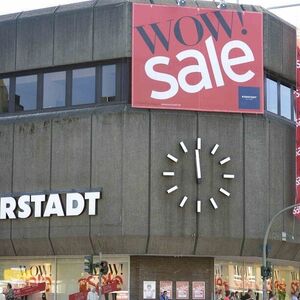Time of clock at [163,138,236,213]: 11:59
